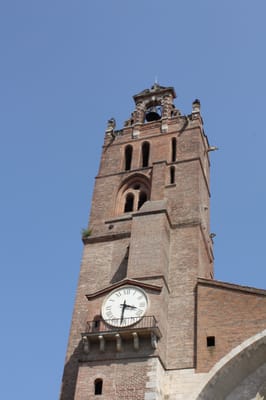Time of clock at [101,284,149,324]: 3:31
